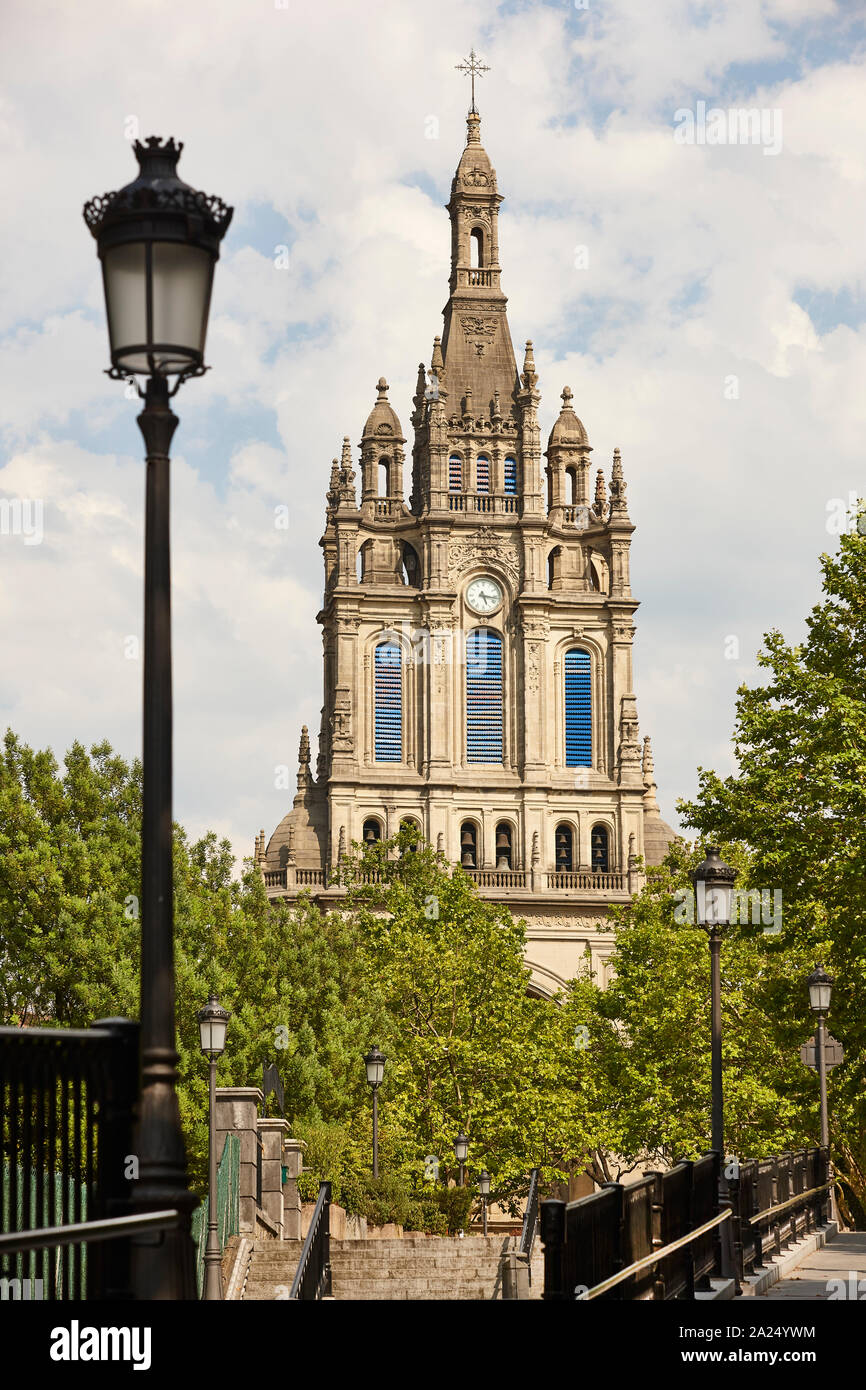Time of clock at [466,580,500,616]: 5:16
